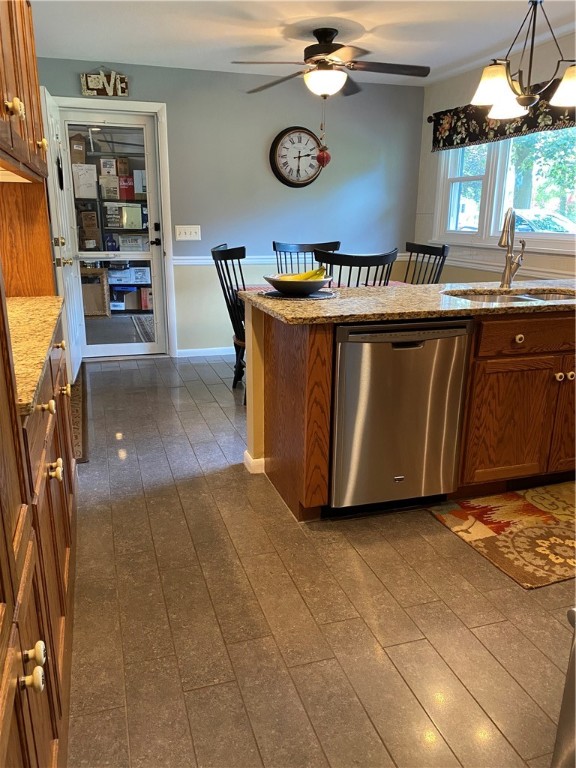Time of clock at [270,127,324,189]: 2:30
